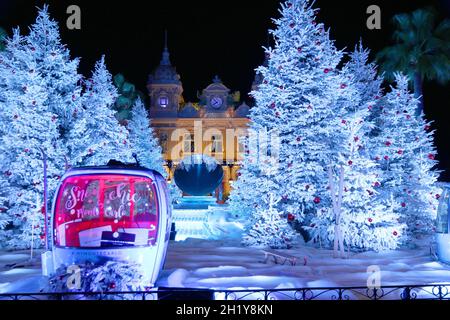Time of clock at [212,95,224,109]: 7:52
